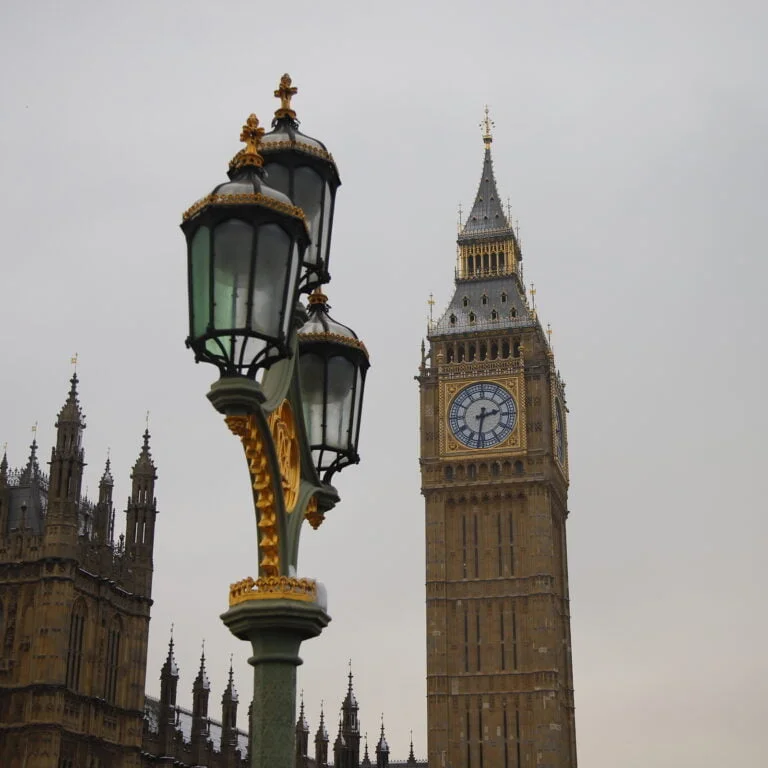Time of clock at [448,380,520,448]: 2:31
